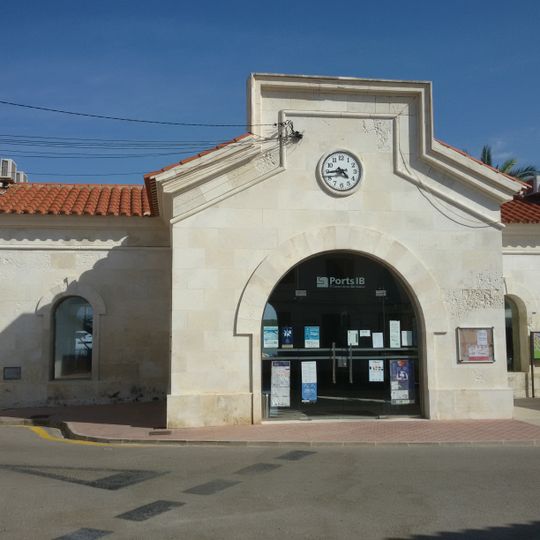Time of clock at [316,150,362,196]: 4:44
